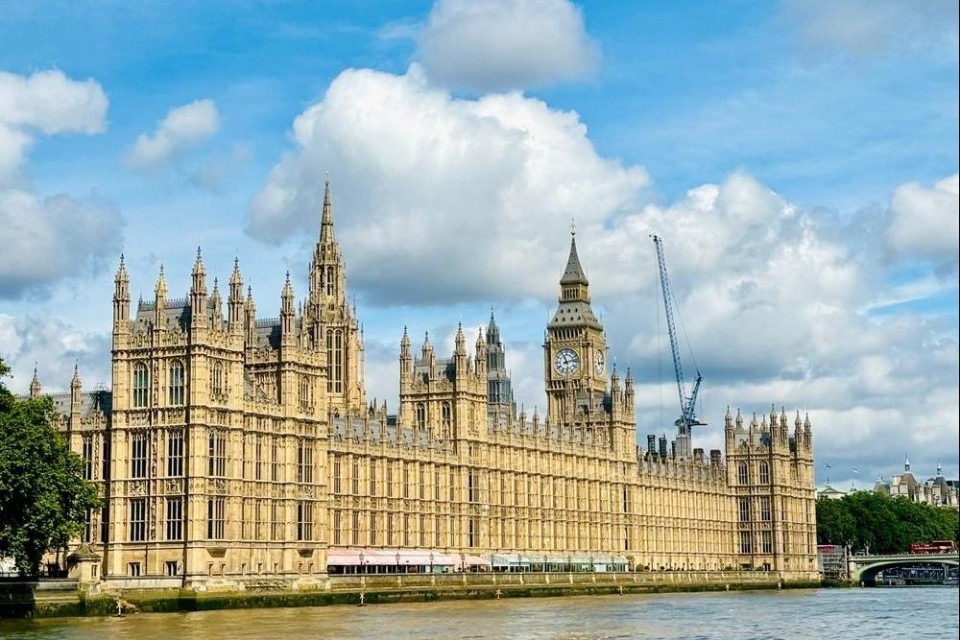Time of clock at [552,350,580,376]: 11:12
